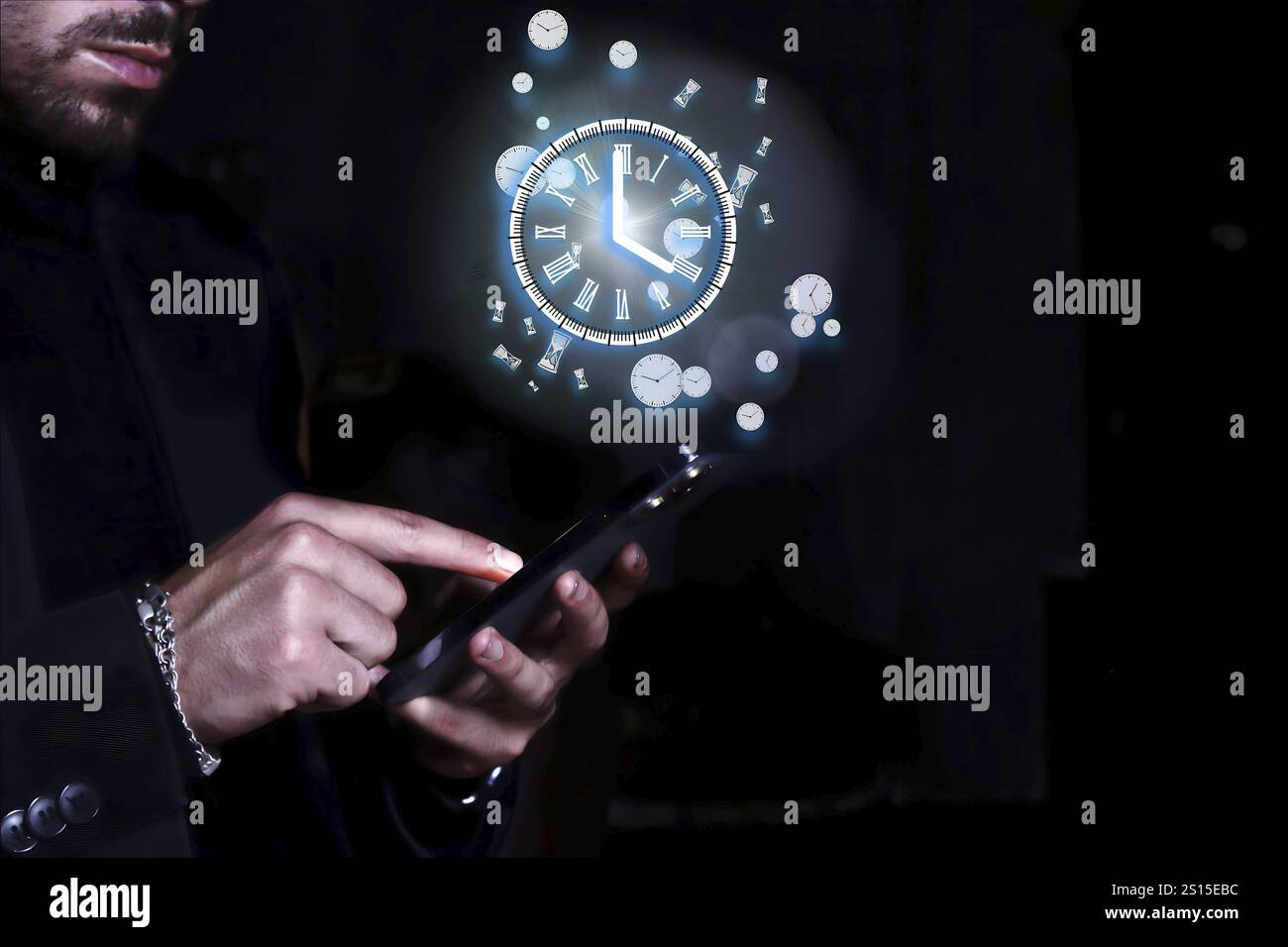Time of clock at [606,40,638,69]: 10:12
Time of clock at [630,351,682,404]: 9:07
